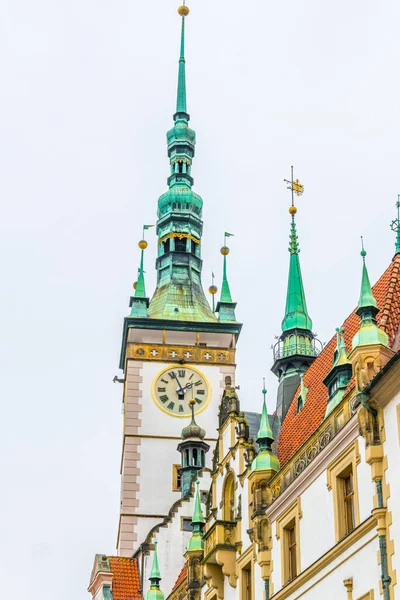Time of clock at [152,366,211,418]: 1:56
